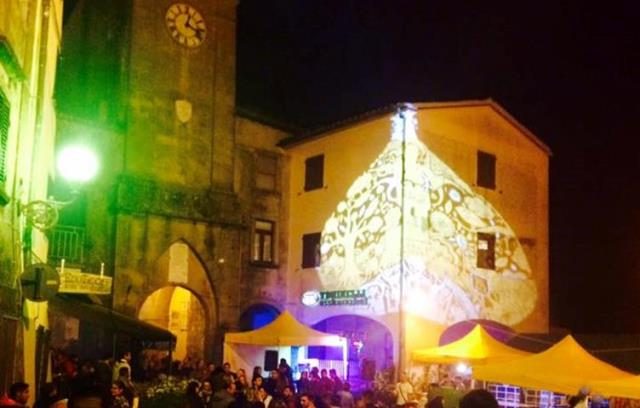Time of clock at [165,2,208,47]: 4:02
